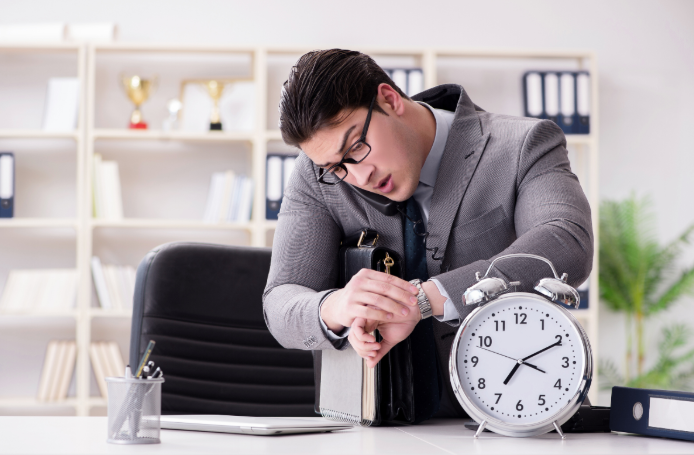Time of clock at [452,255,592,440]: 7:10
